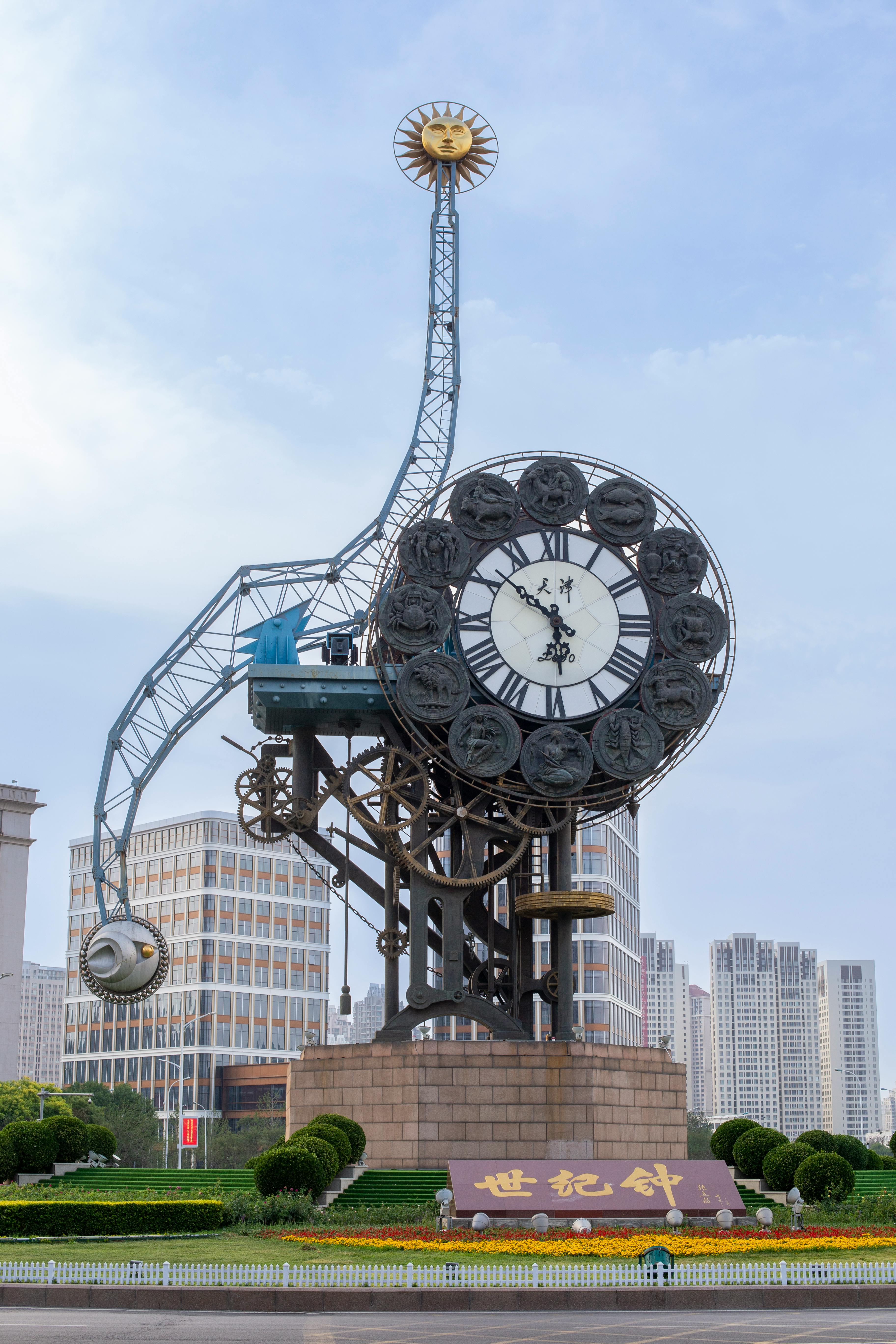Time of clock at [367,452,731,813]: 5:51
